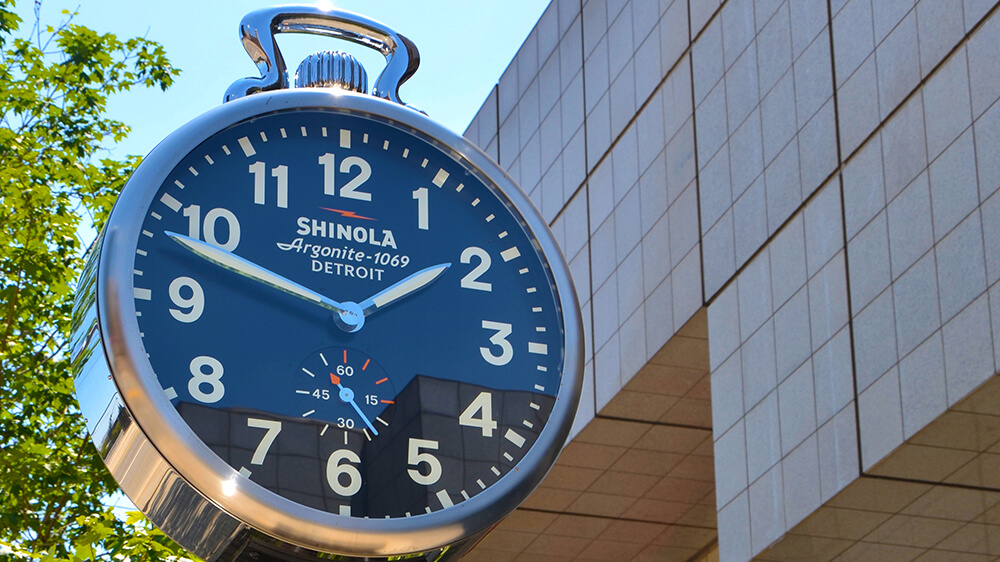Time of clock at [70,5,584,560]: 1:48
